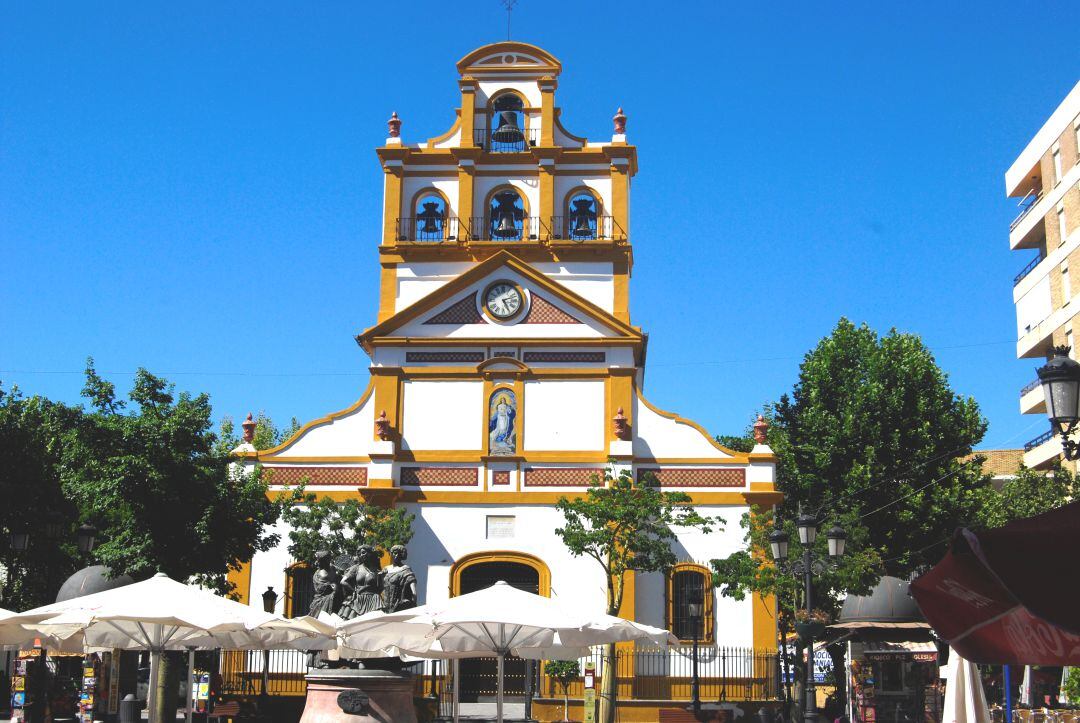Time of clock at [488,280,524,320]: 5:11
